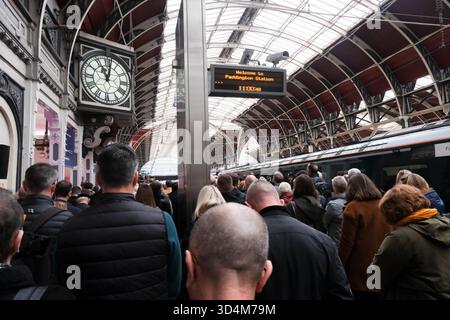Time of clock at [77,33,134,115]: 11:01
